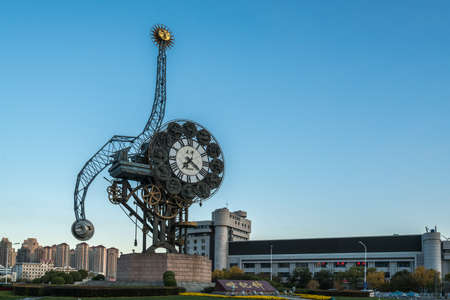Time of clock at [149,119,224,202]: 7:22
